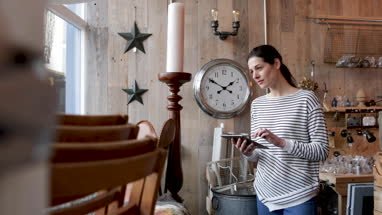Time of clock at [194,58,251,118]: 1:50
